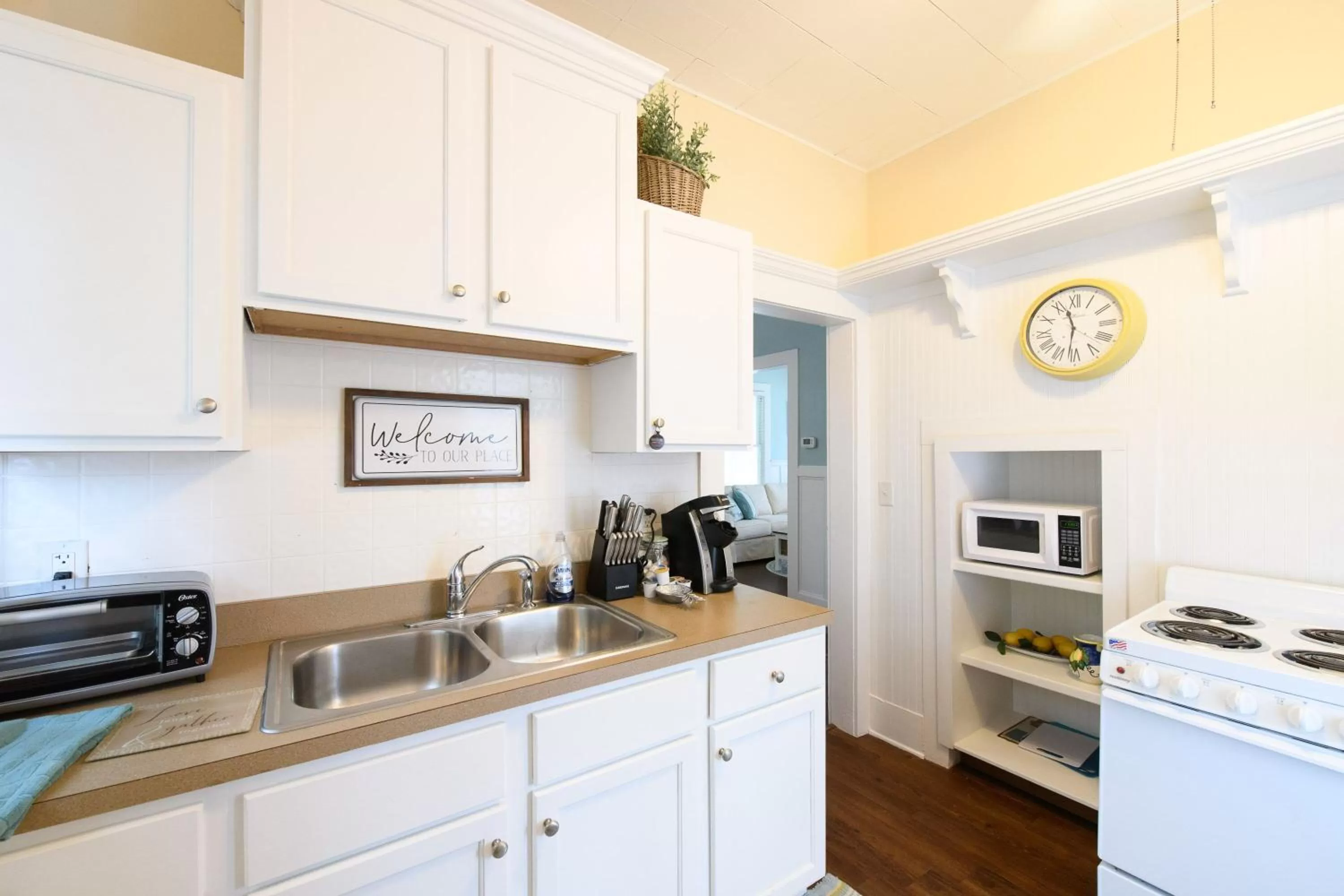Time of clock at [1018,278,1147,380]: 11:31
